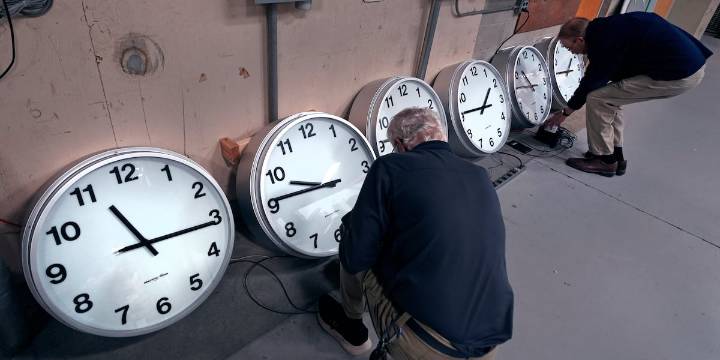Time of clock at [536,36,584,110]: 10:45
